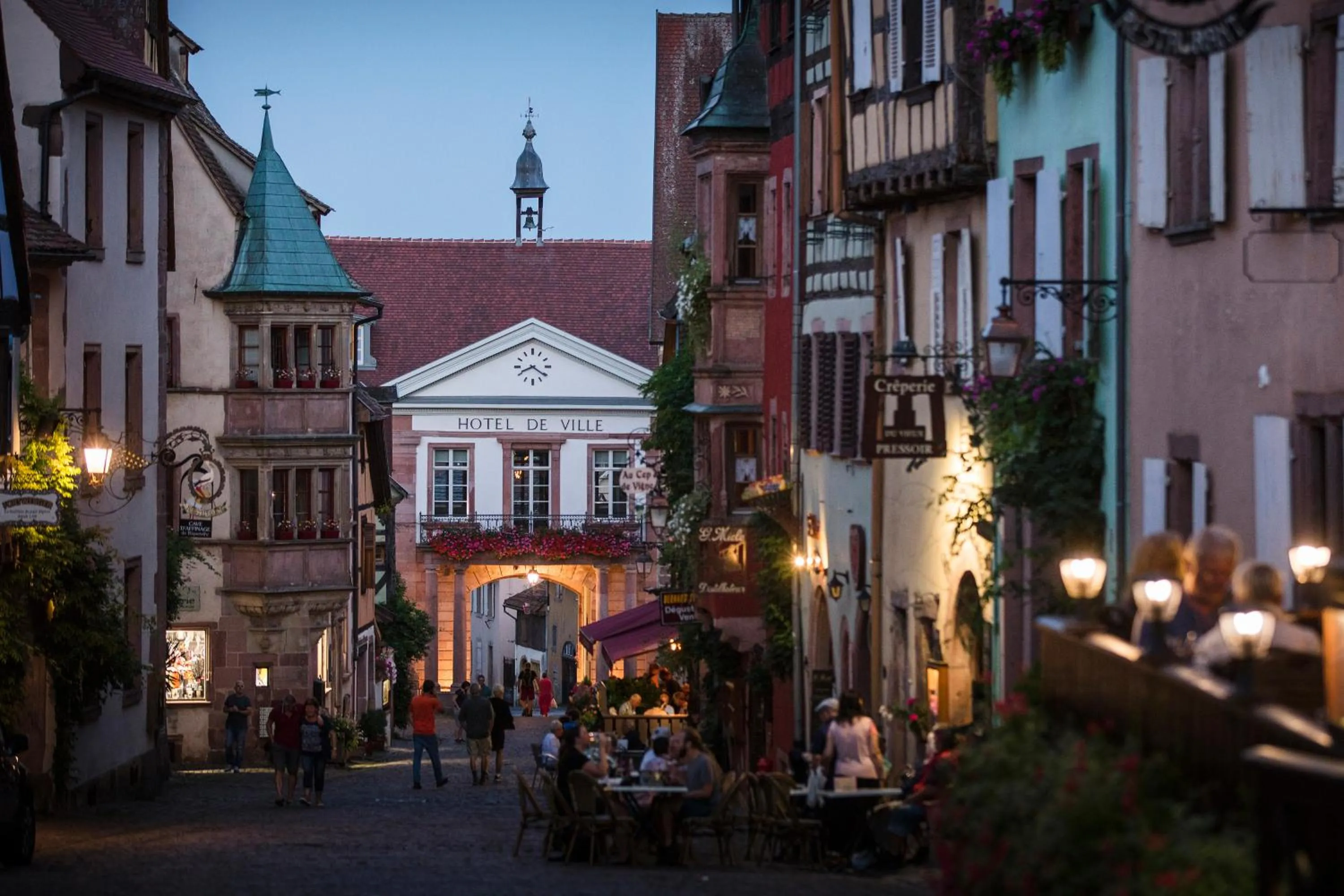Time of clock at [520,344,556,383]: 8:20
